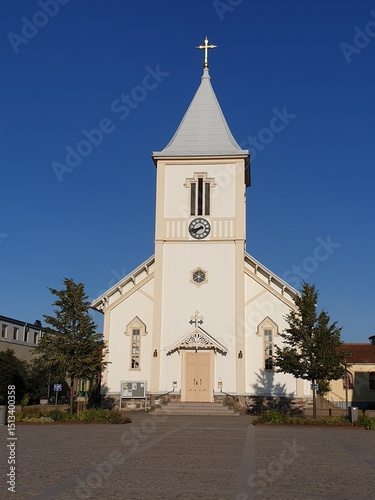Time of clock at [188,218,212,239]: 7:42
